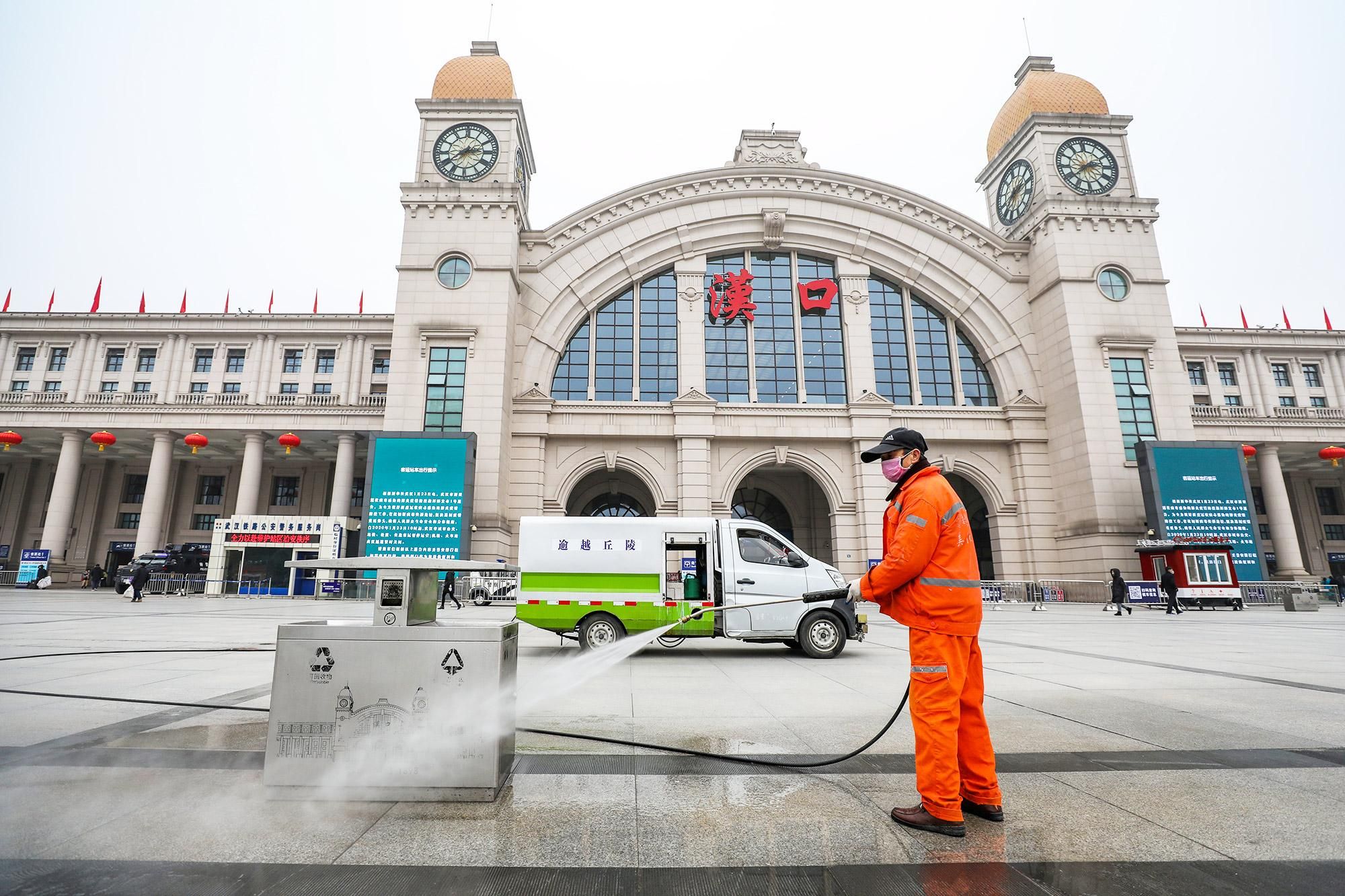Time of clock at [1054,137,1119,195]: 2:38
